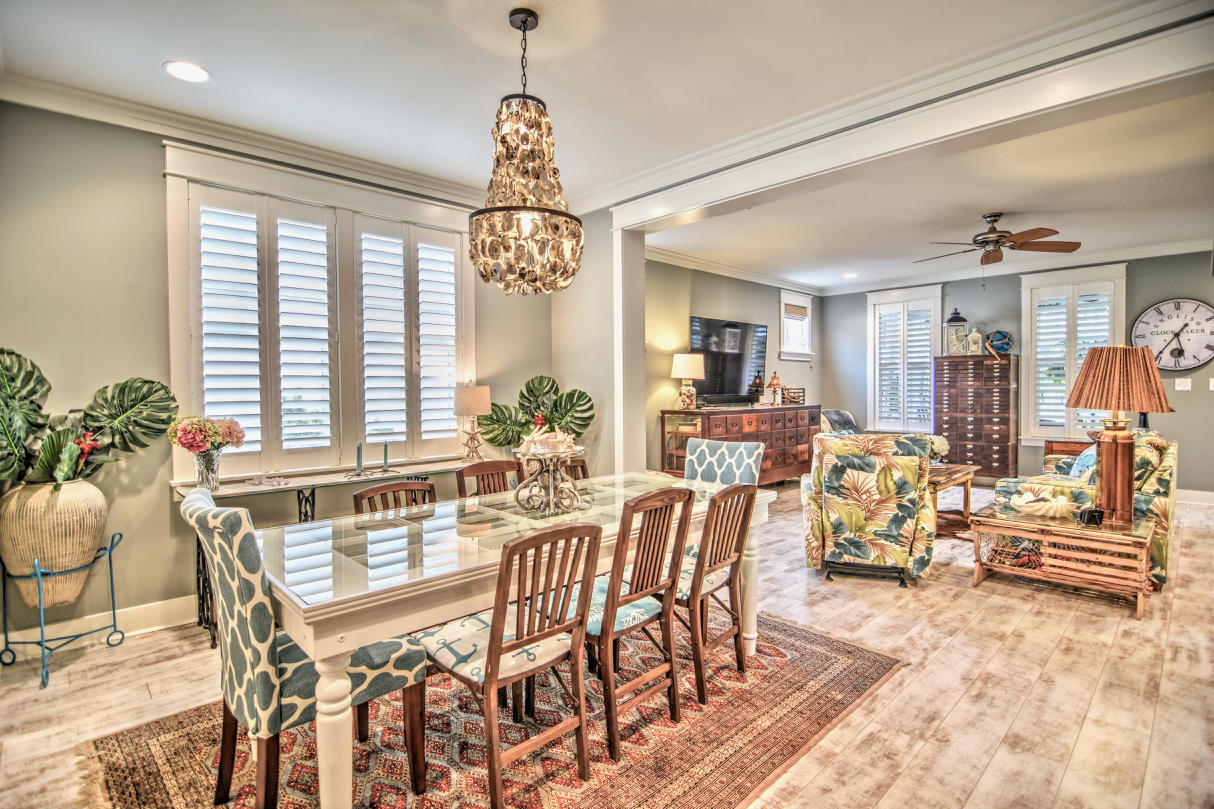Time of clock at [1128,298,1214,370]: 5:36
